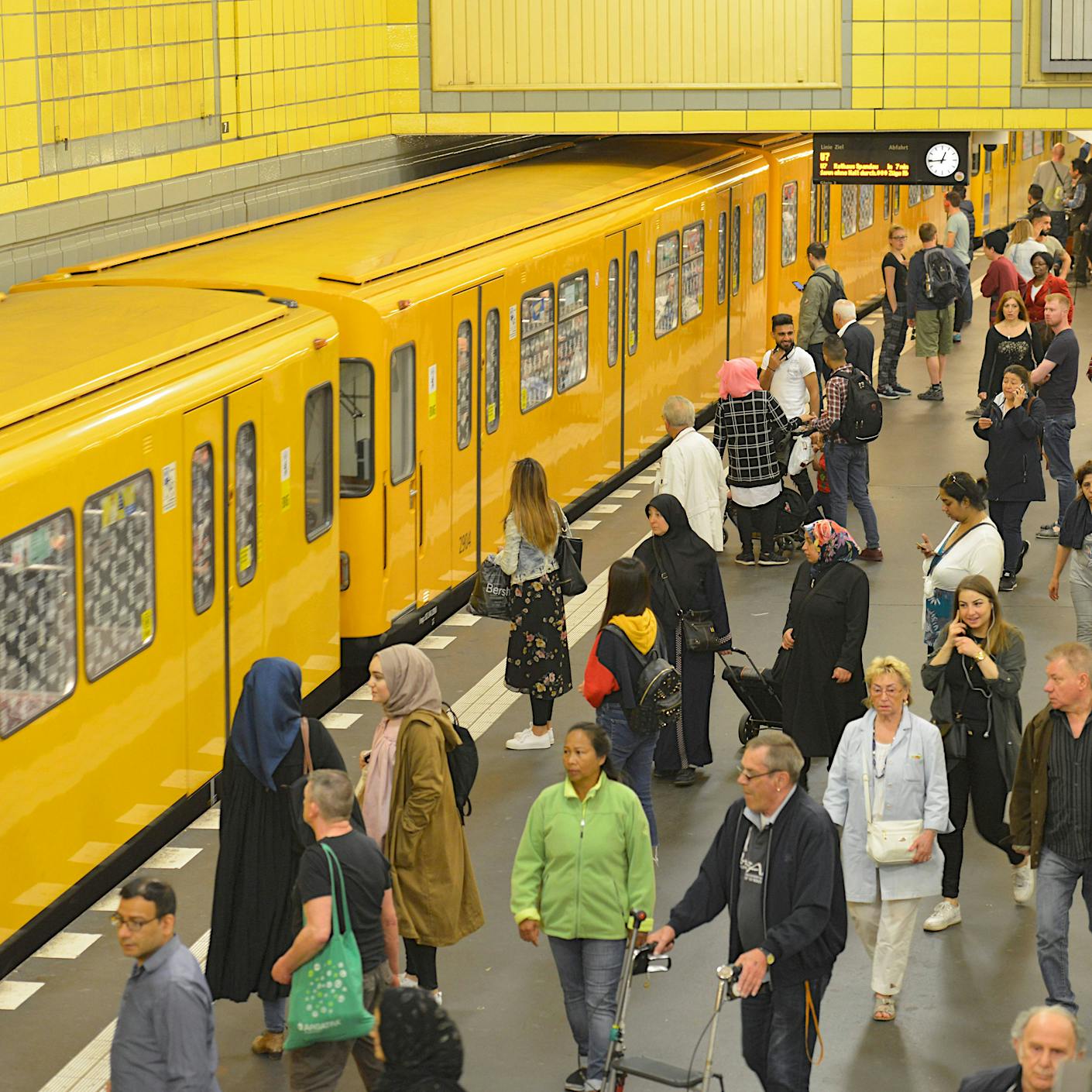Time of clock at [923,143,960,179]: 12:44
